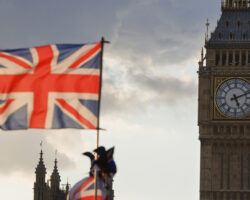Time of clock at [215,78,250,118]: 5:11
